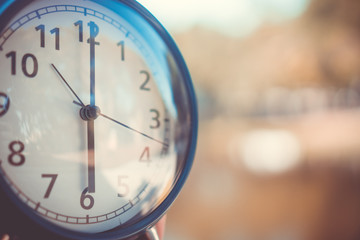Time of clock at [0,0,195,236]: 6:00
